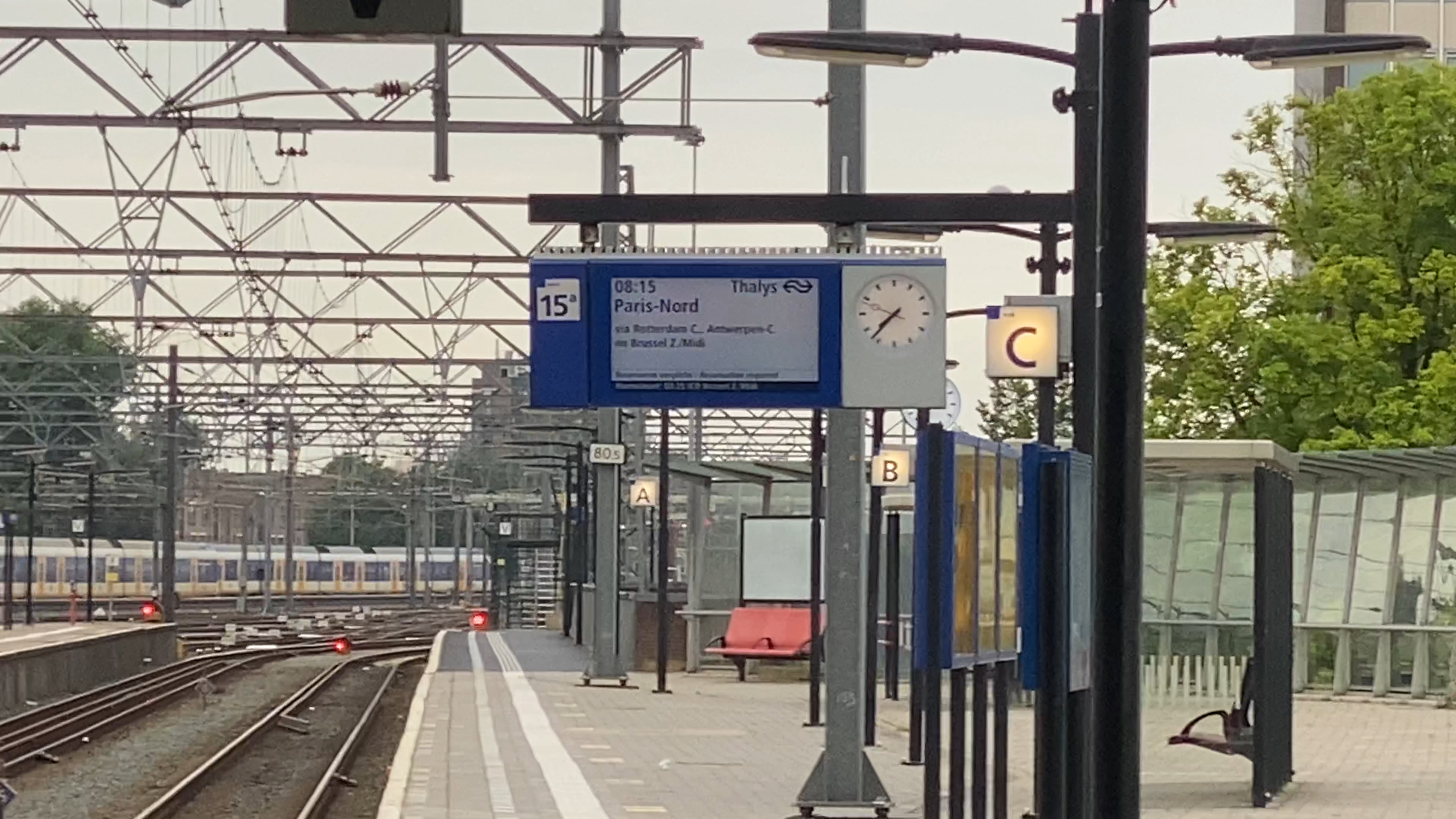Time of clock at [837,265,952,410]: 7:37
